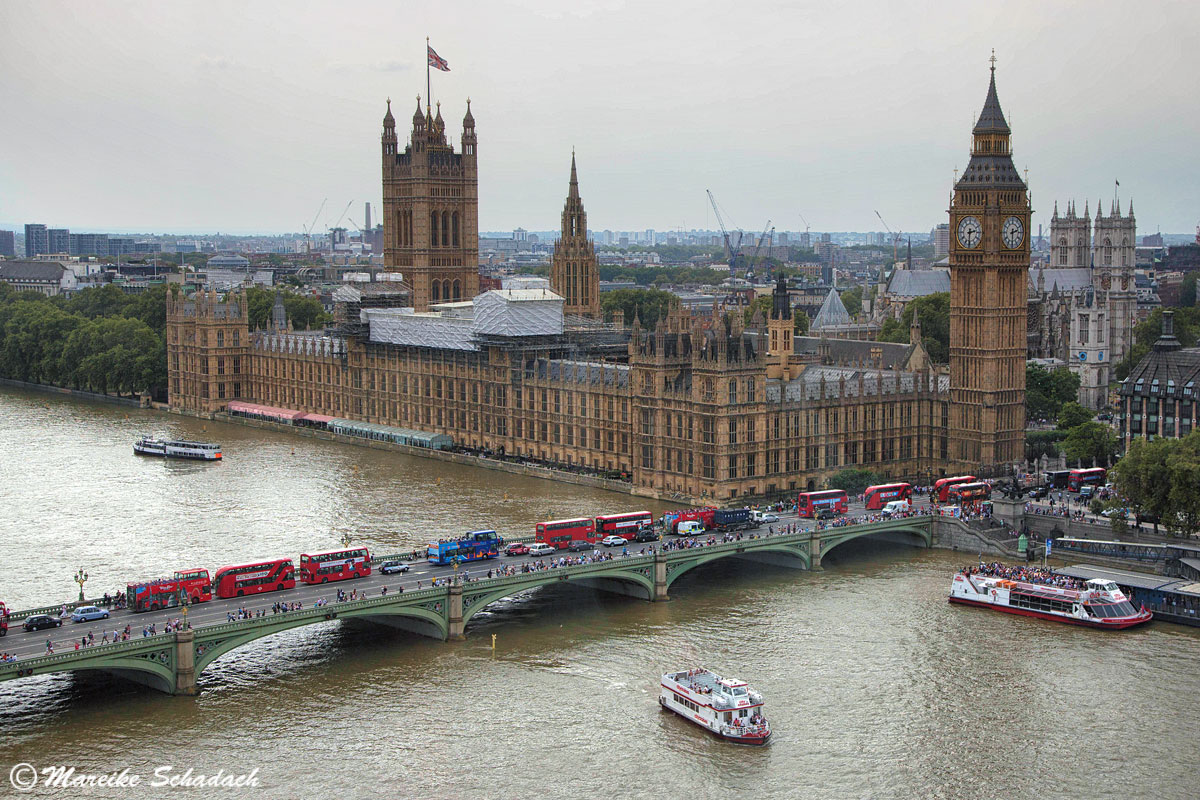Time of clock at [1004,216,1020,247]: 2:29
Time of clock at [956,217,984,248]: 2:30
